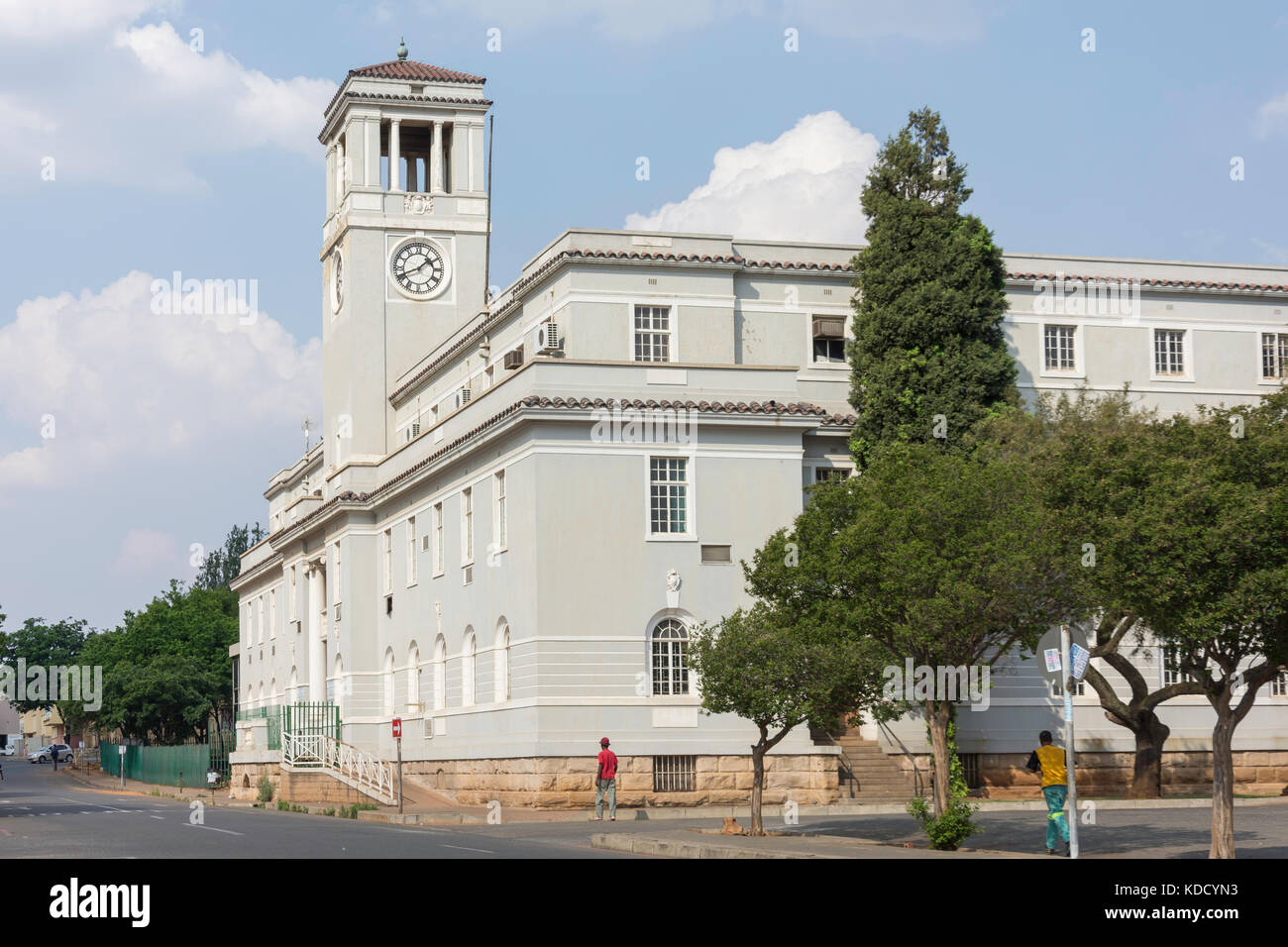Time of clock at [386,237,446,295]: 1:41
